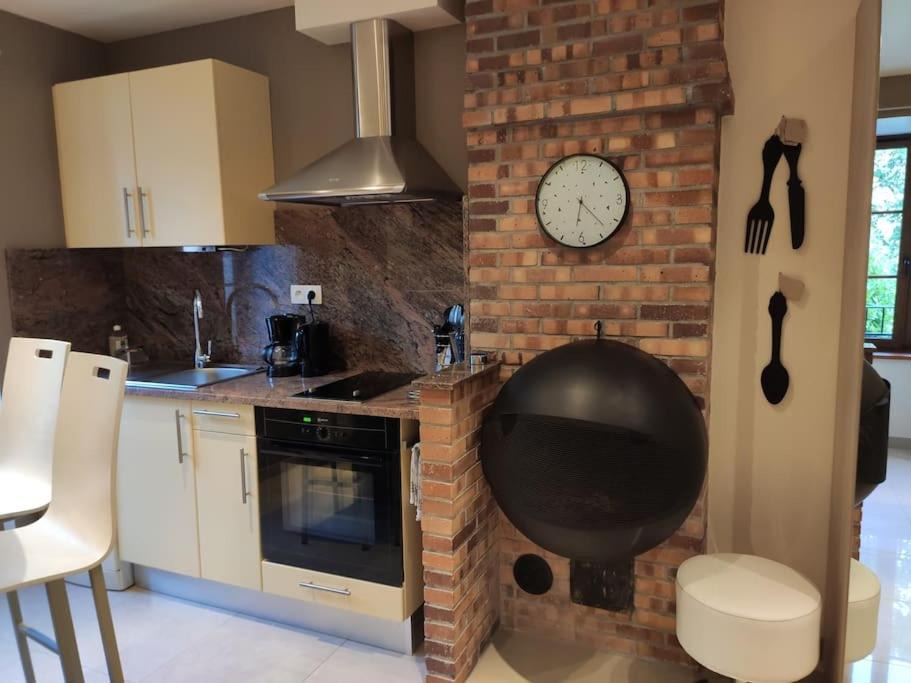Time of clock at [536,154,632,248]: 6:23
